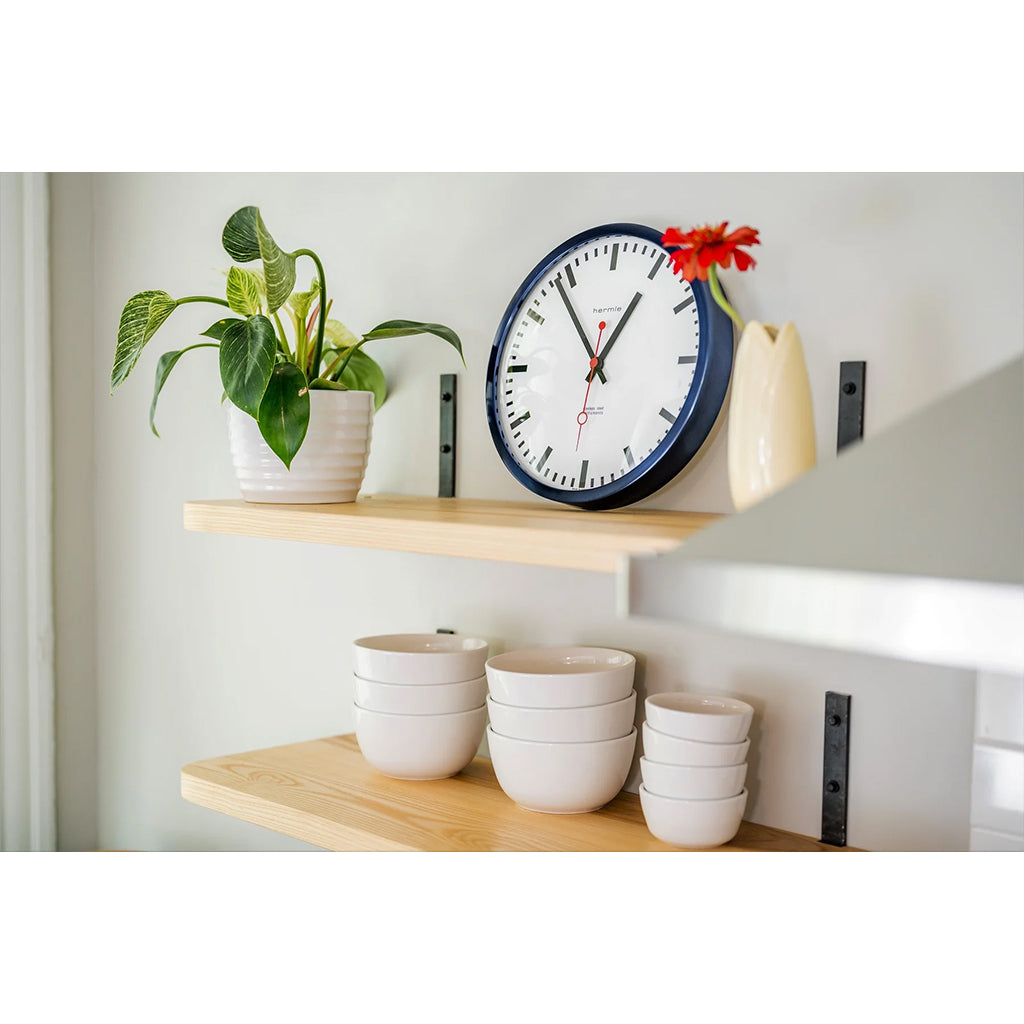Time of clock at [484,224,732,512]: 12:53
